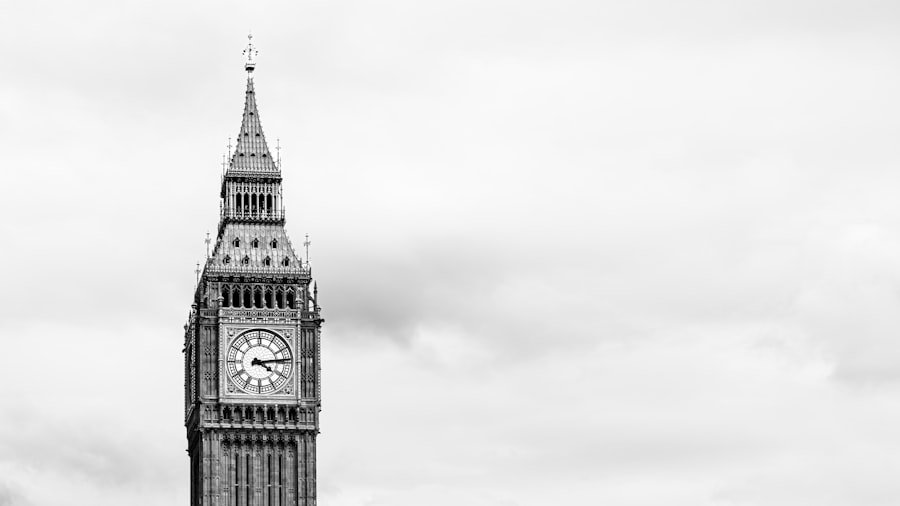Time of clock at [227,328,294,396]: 4:13
